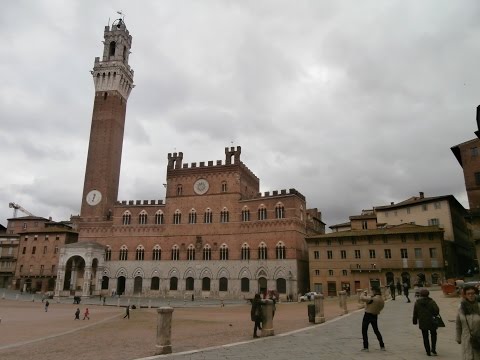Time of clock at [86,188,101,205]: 12:32
